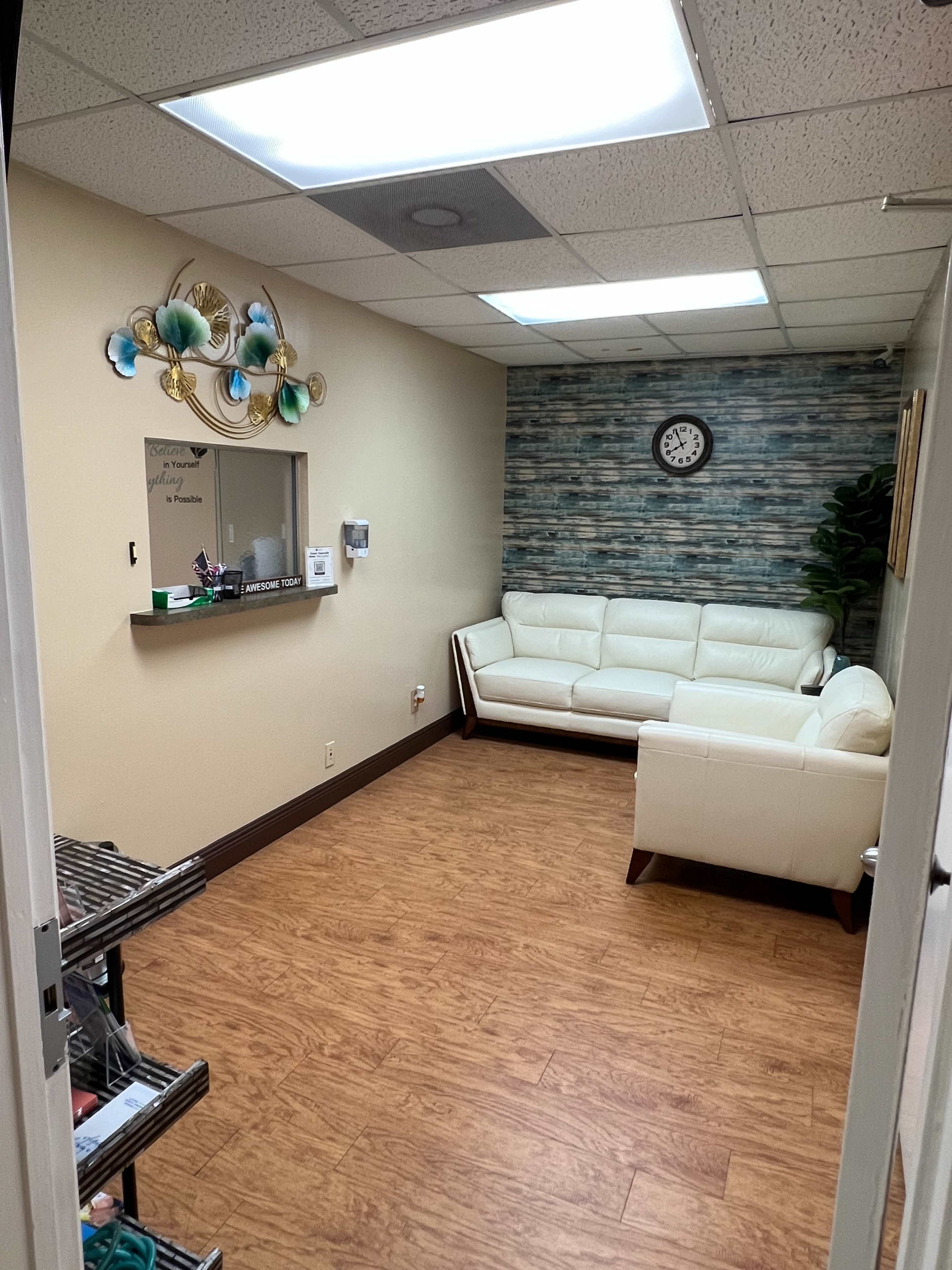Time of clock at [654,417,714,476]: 7:55
